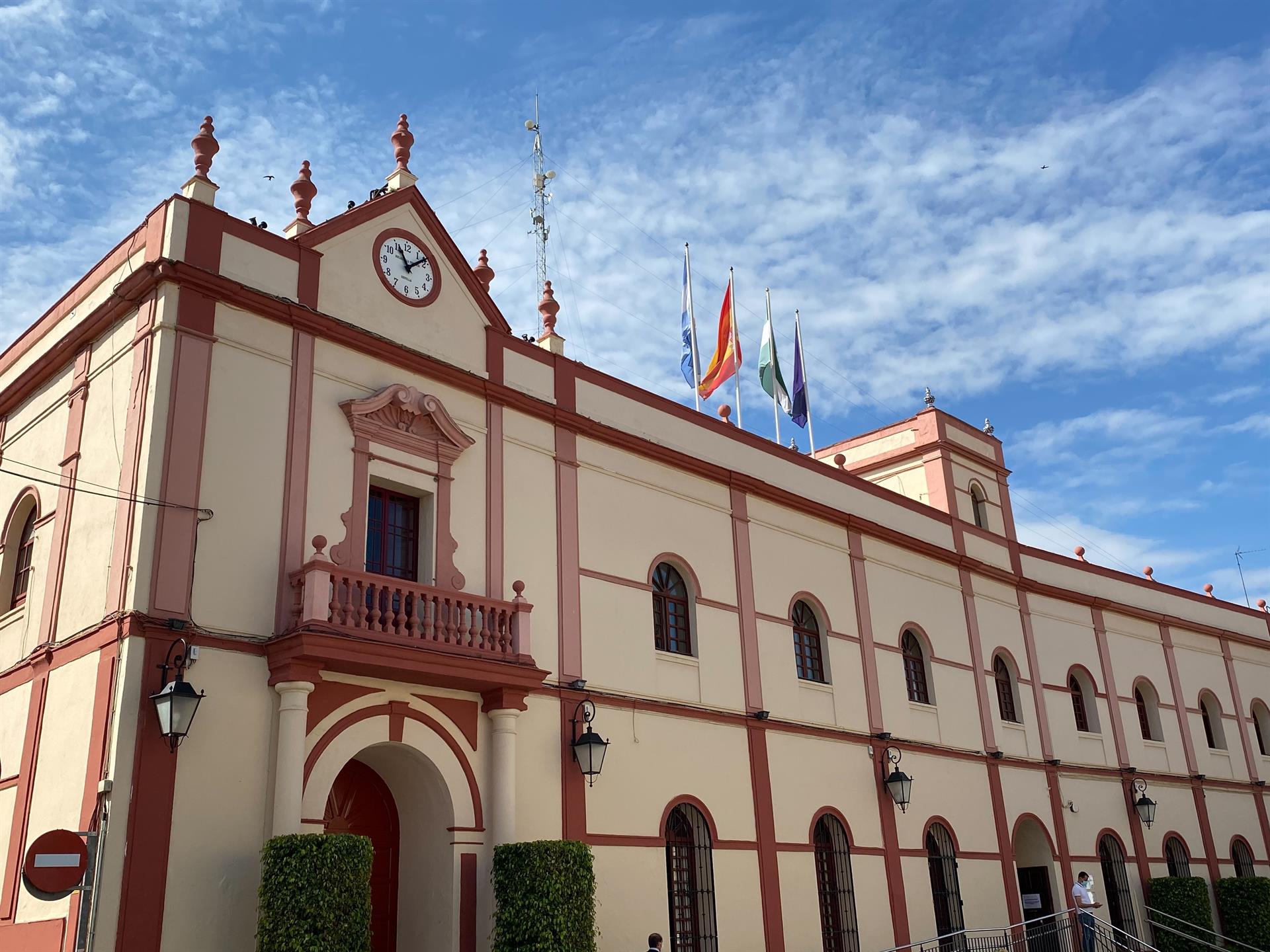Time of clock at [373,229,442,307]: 11:08
